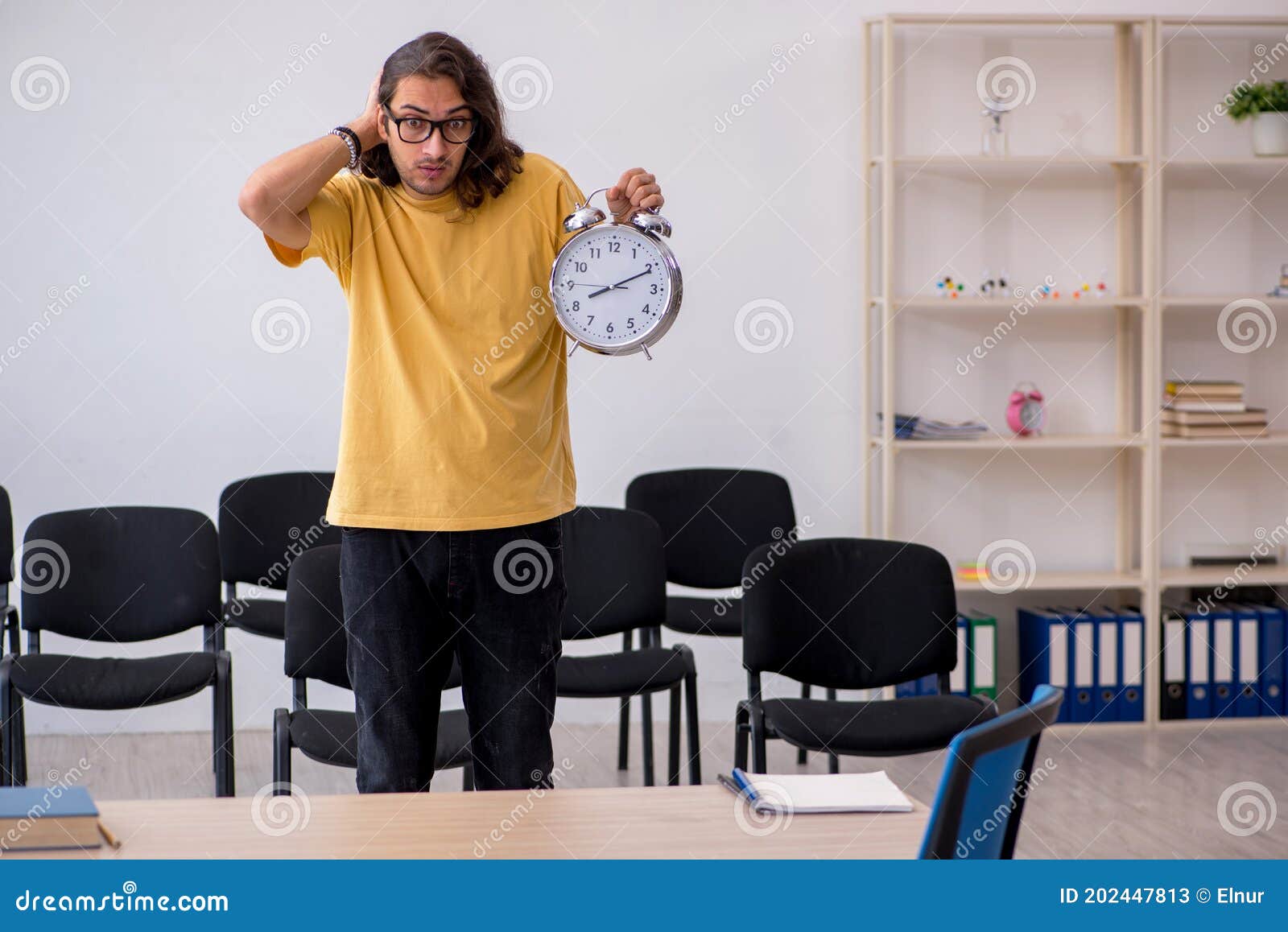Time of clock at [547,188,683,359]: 8:10
